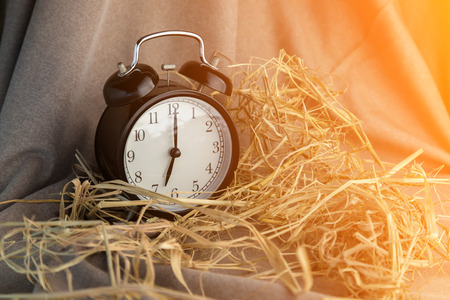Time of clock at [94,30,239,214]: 7:00
